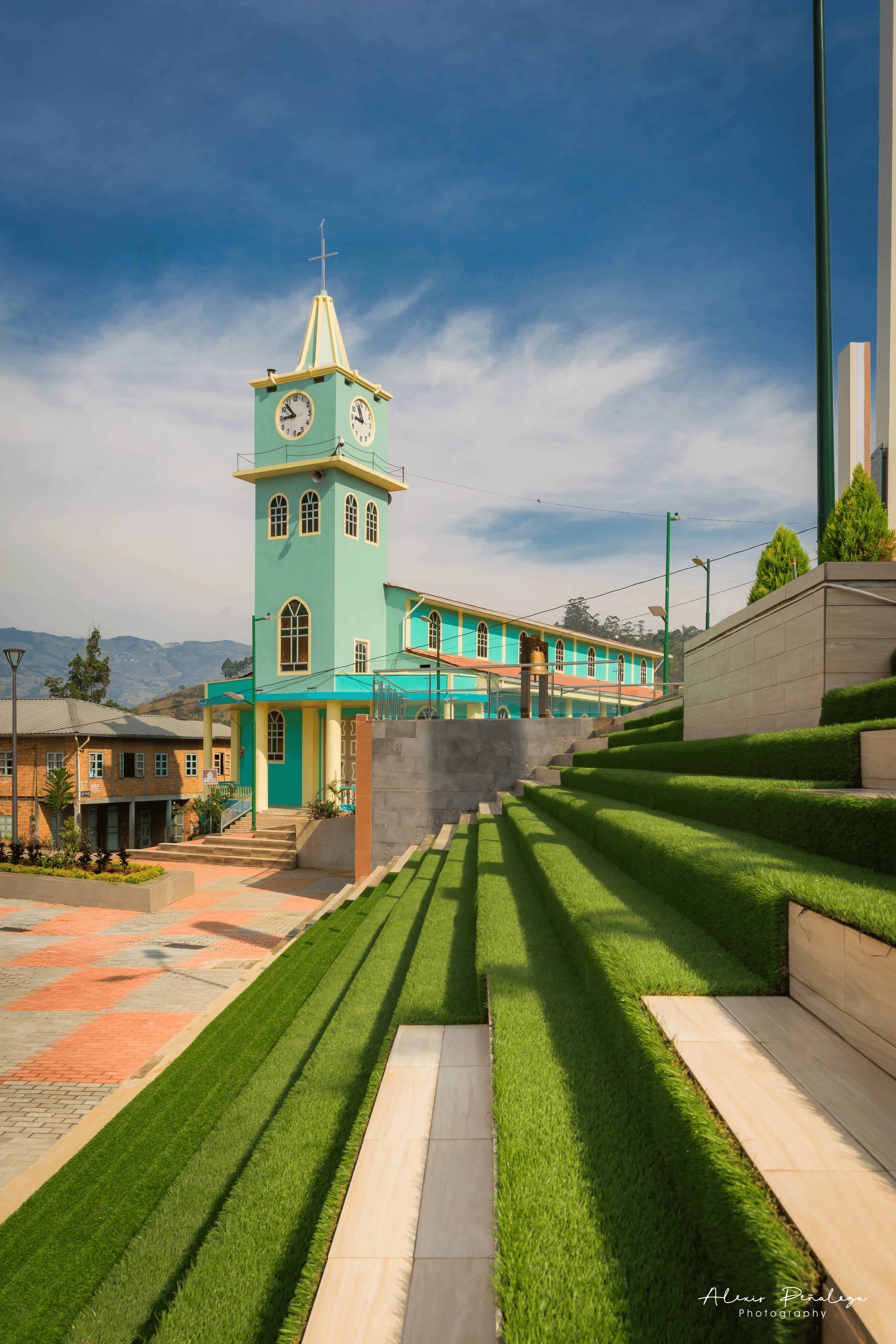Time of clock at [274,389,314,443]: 8:53
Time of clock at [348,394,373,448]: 8:56
